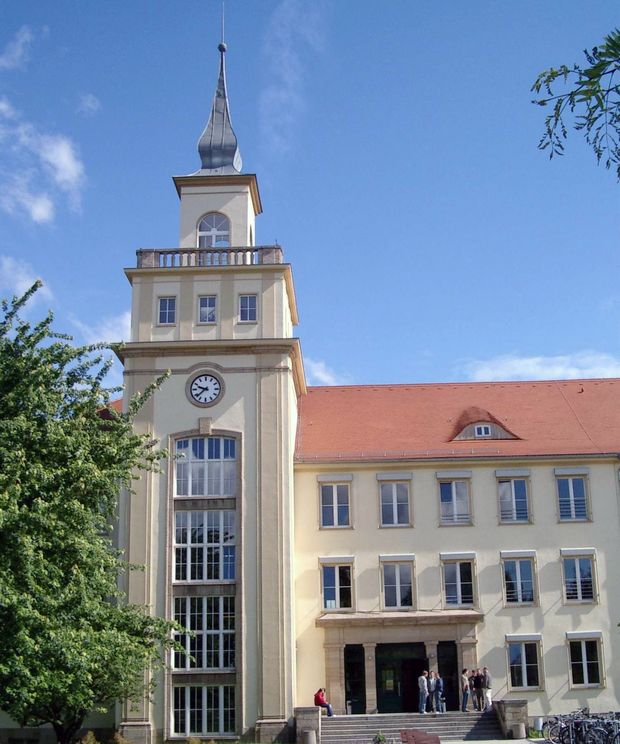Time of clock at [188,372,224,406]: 9:38
